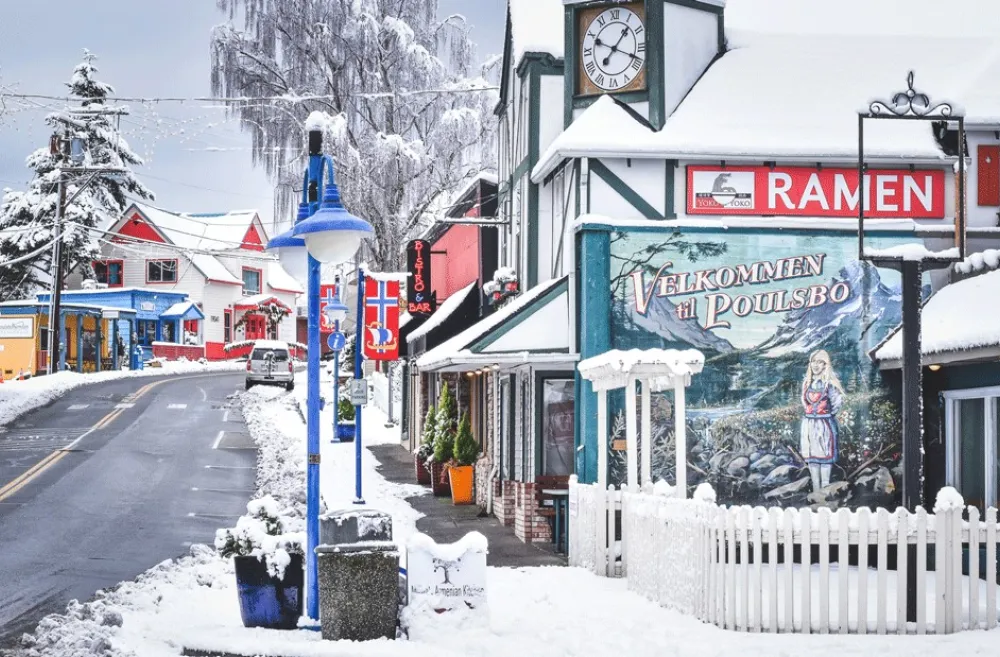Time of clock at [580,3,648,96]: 1:18
